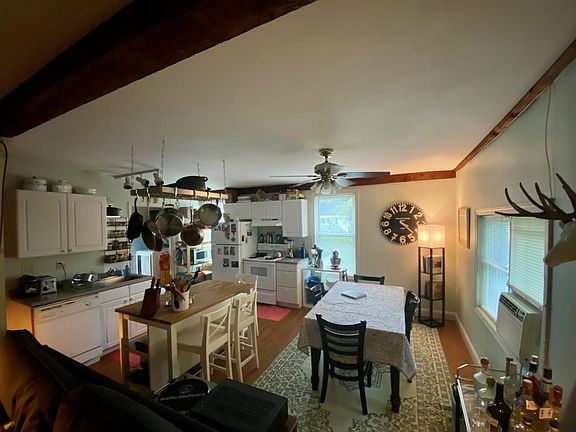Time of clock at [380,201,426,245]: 4:22
